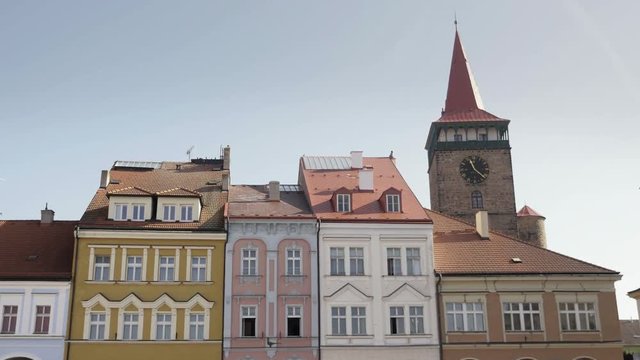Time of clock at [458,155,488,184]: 11:21
